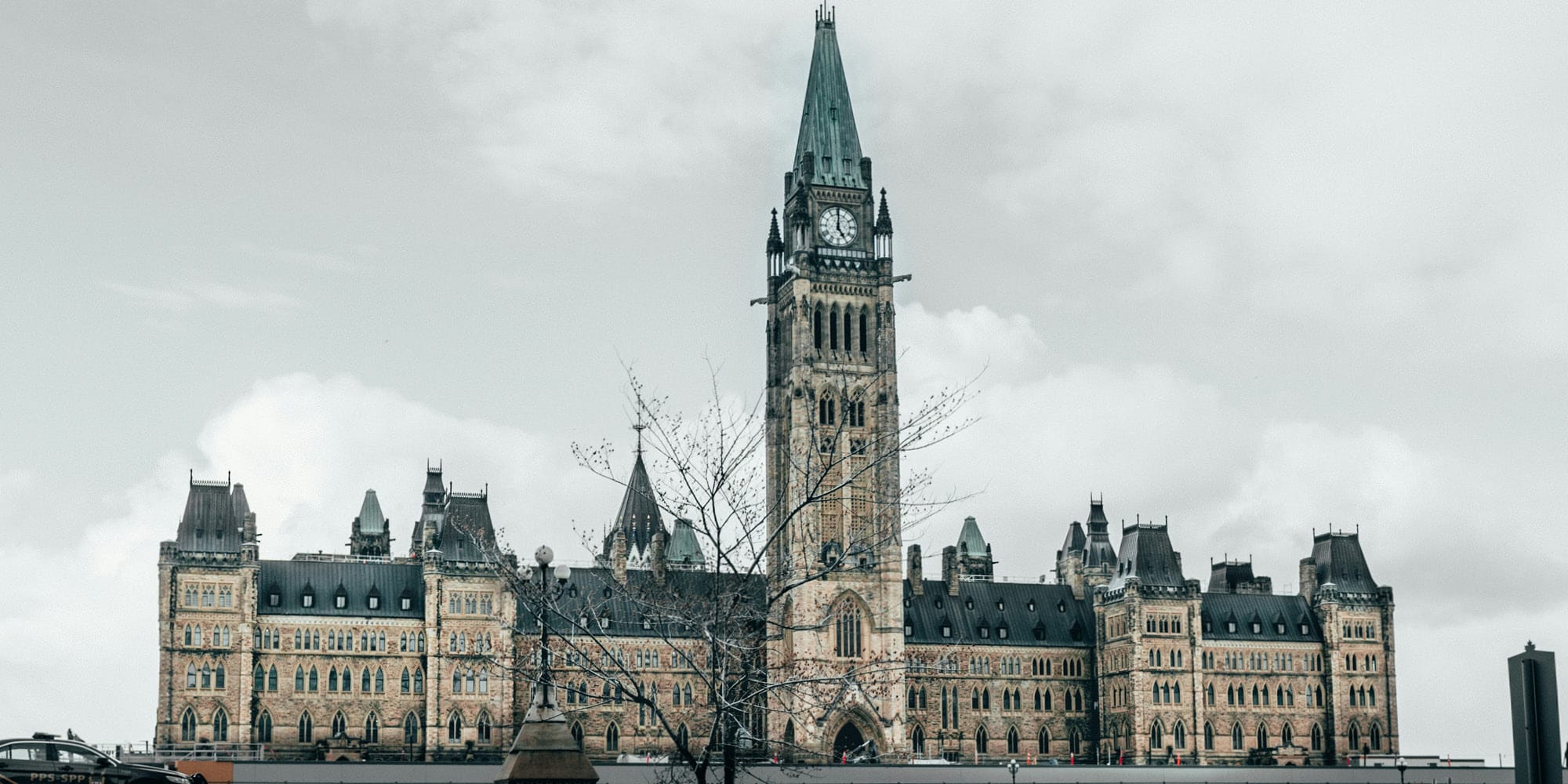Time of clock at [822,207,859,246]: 5:00
